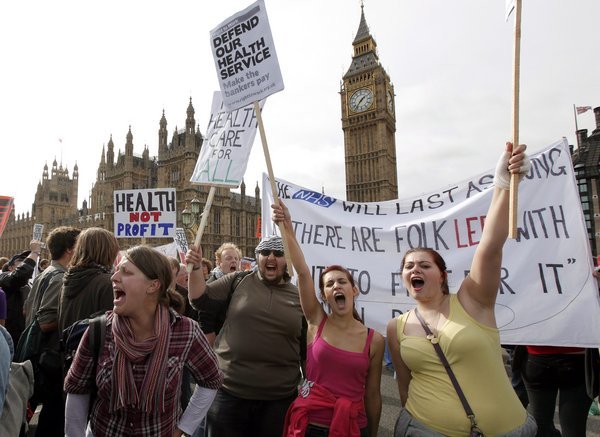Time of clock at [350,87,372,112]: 1:36
